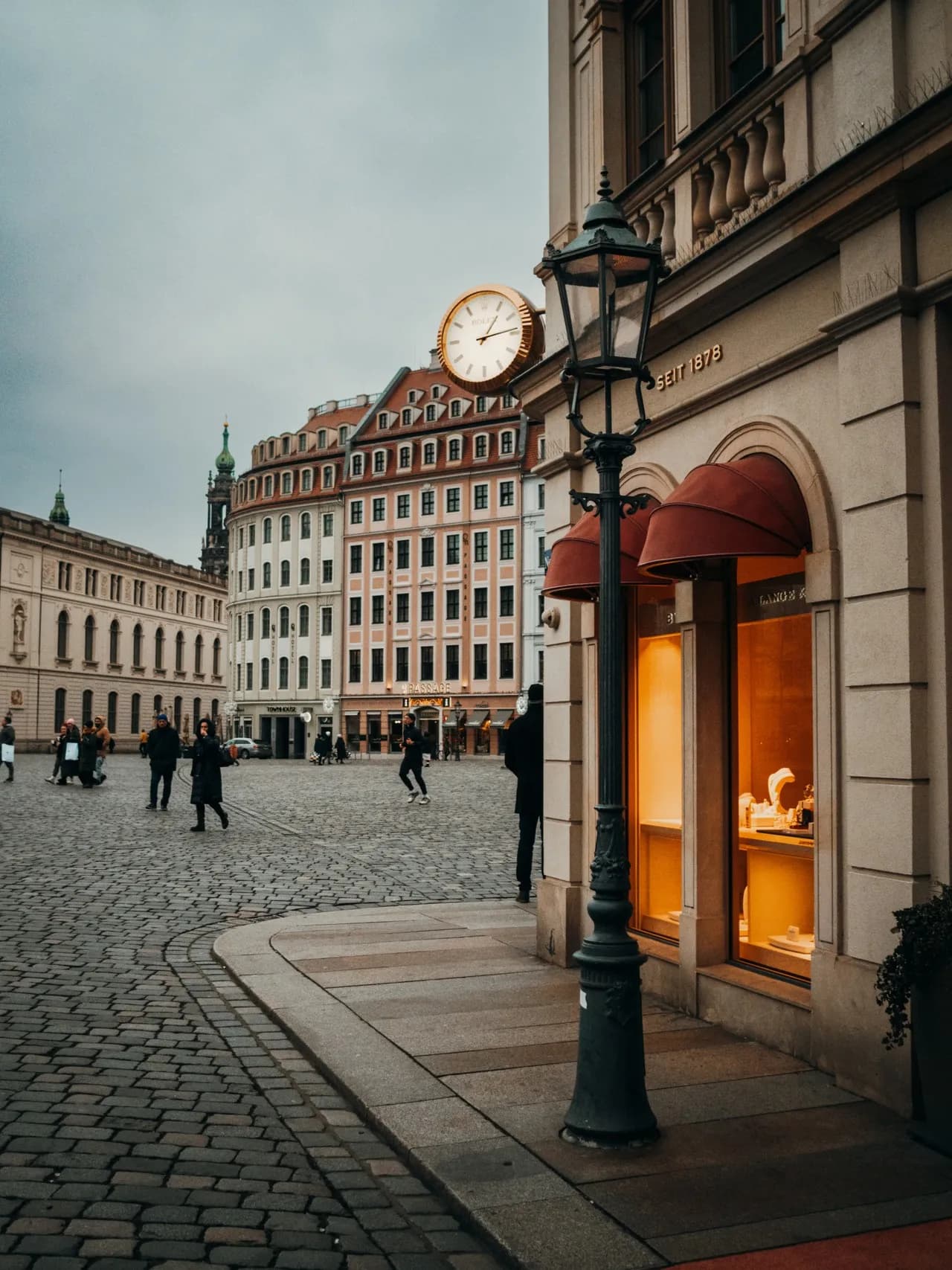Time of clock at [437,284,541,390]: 1:13
